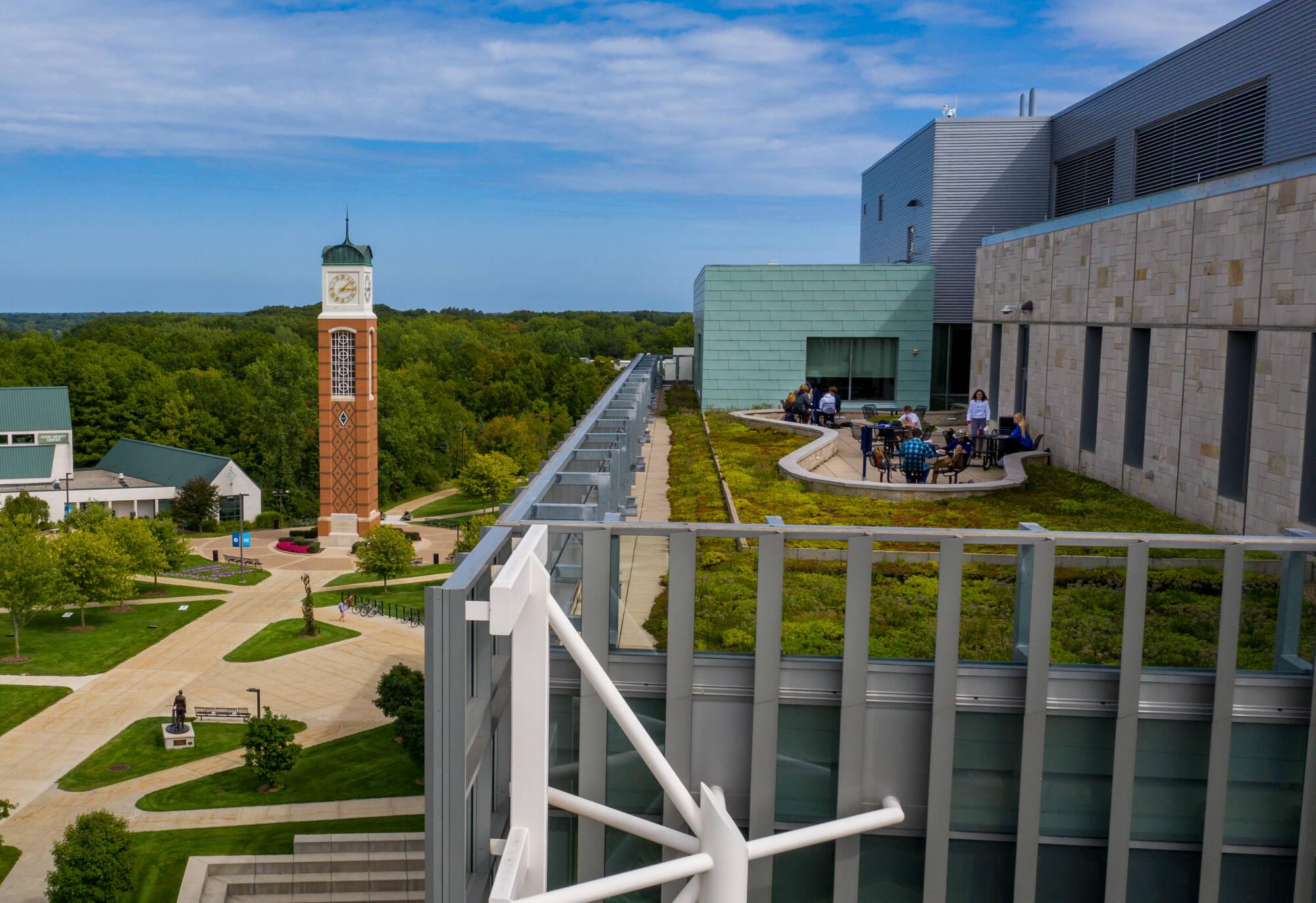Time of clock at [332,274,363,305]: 3:08
